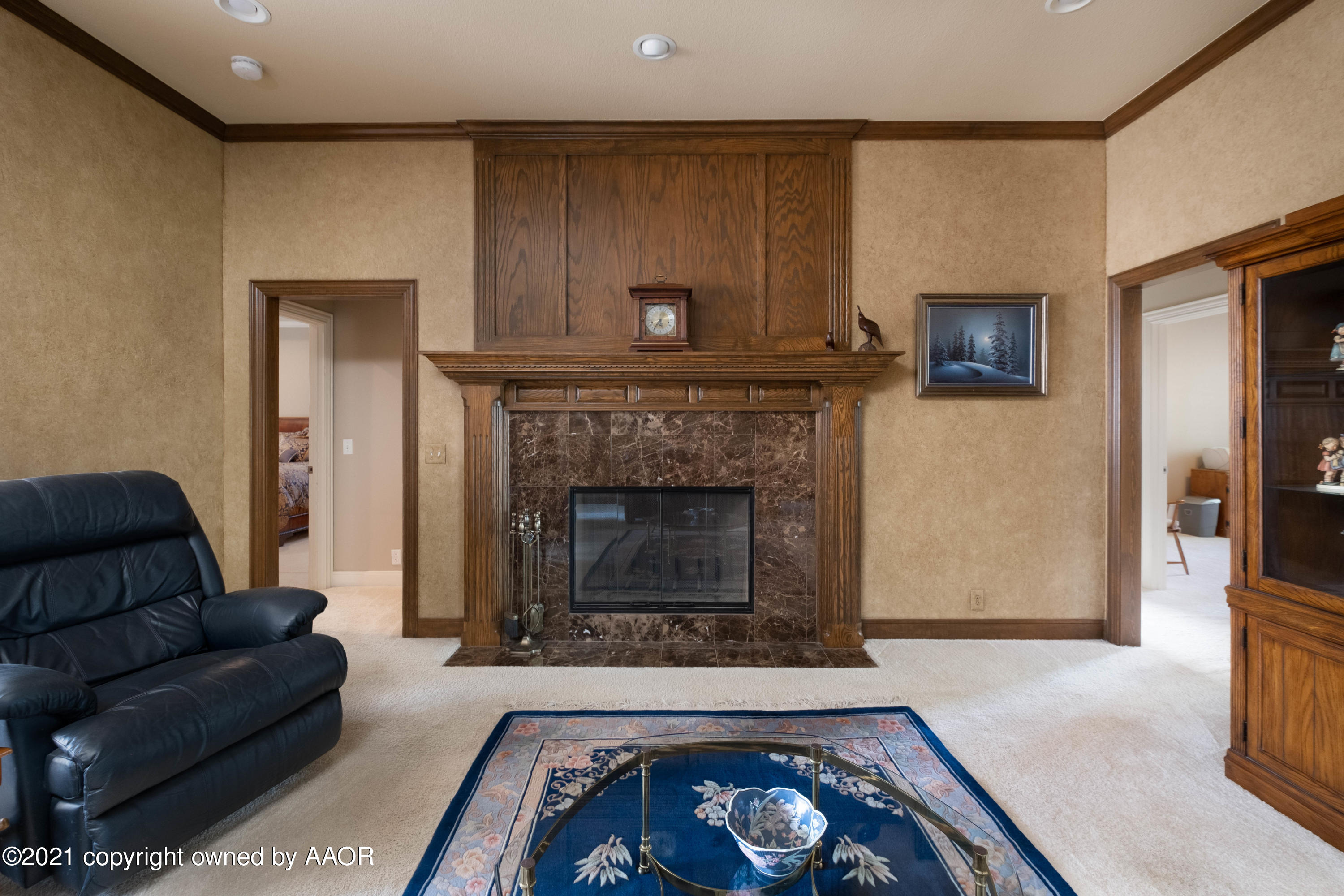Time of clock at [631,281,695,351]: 5:35
